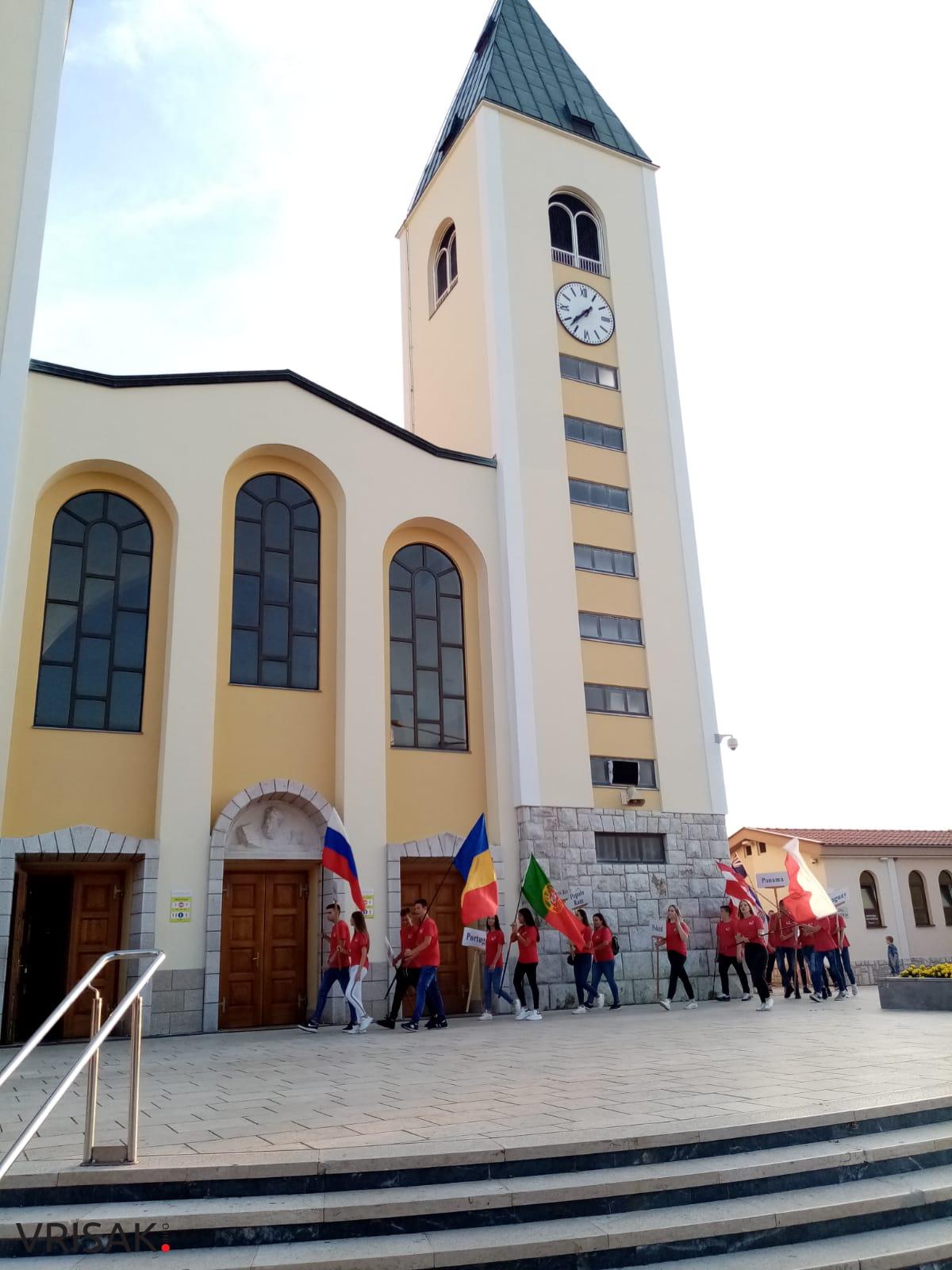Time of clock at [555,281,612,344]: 7:37
